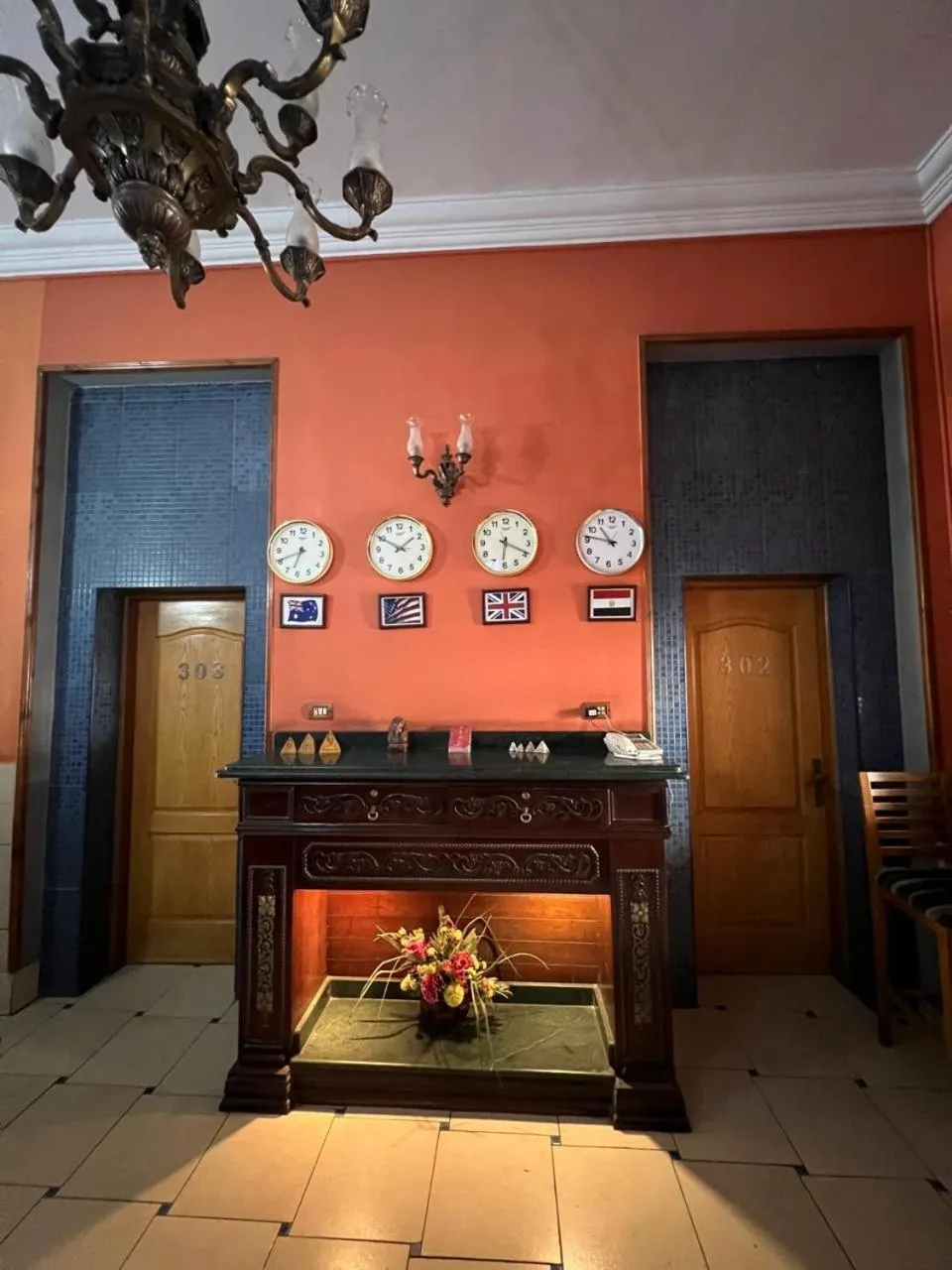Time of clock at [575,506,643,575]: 10:46
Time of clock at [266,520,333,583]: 6:40
